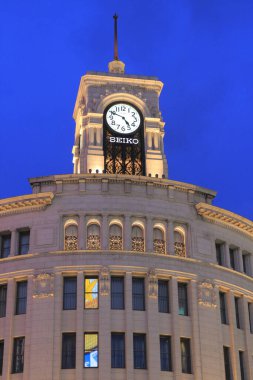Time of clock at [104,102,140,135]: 4:48
